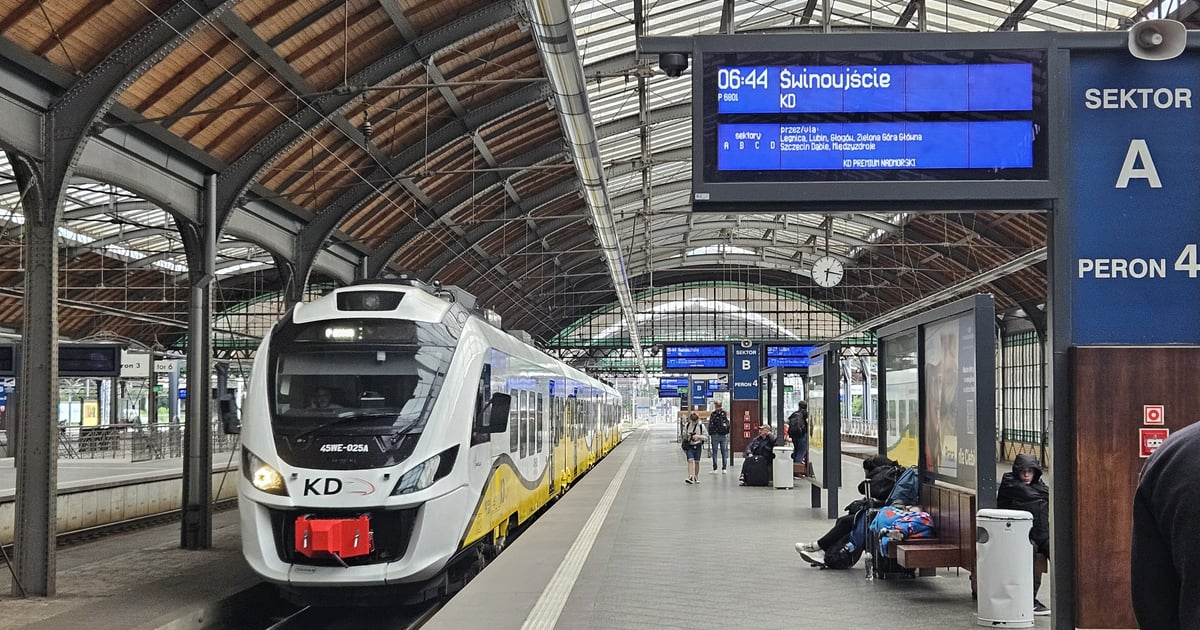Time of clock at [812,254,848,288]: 6:17
